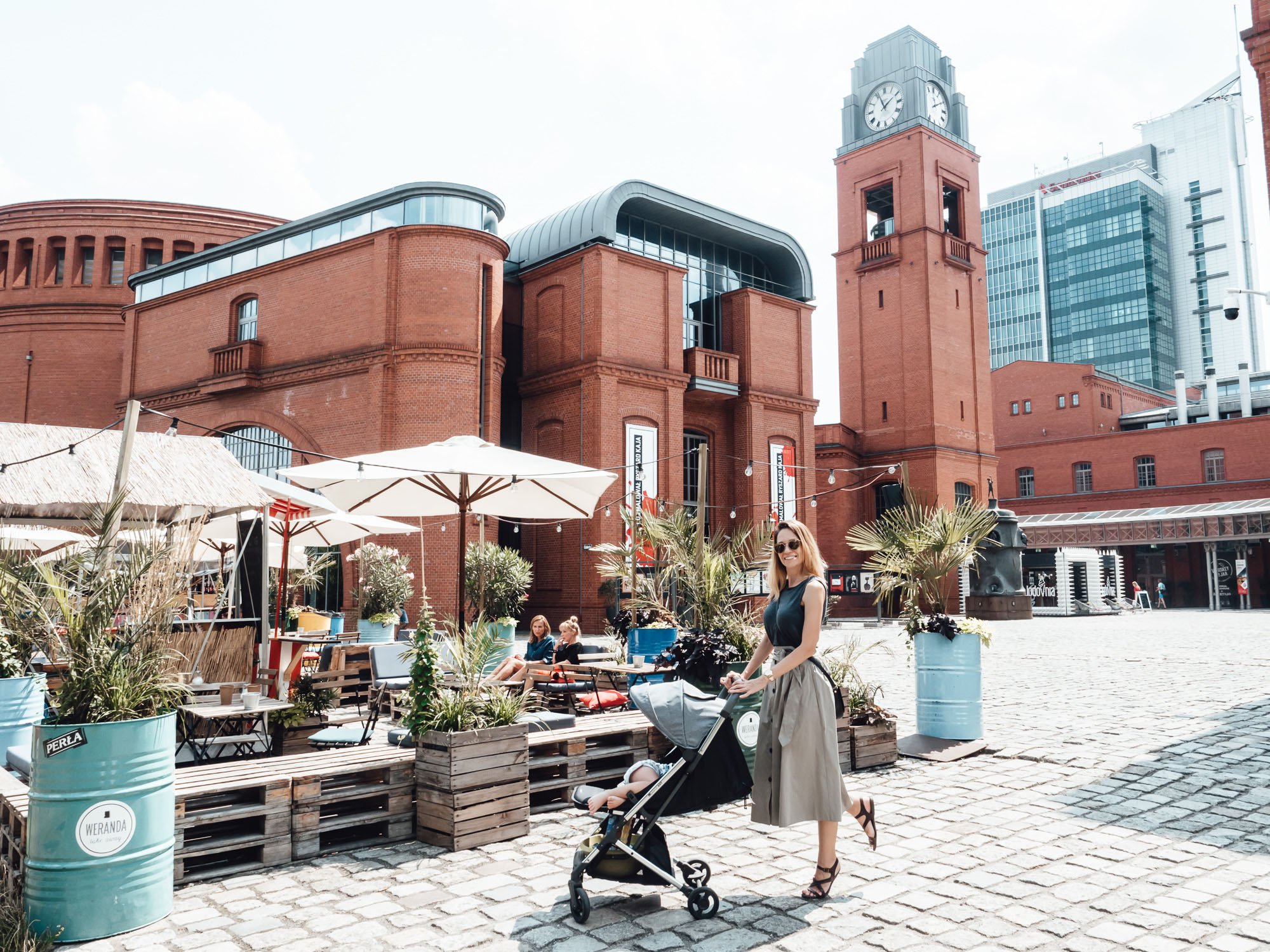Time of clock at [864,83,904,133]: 1:56
